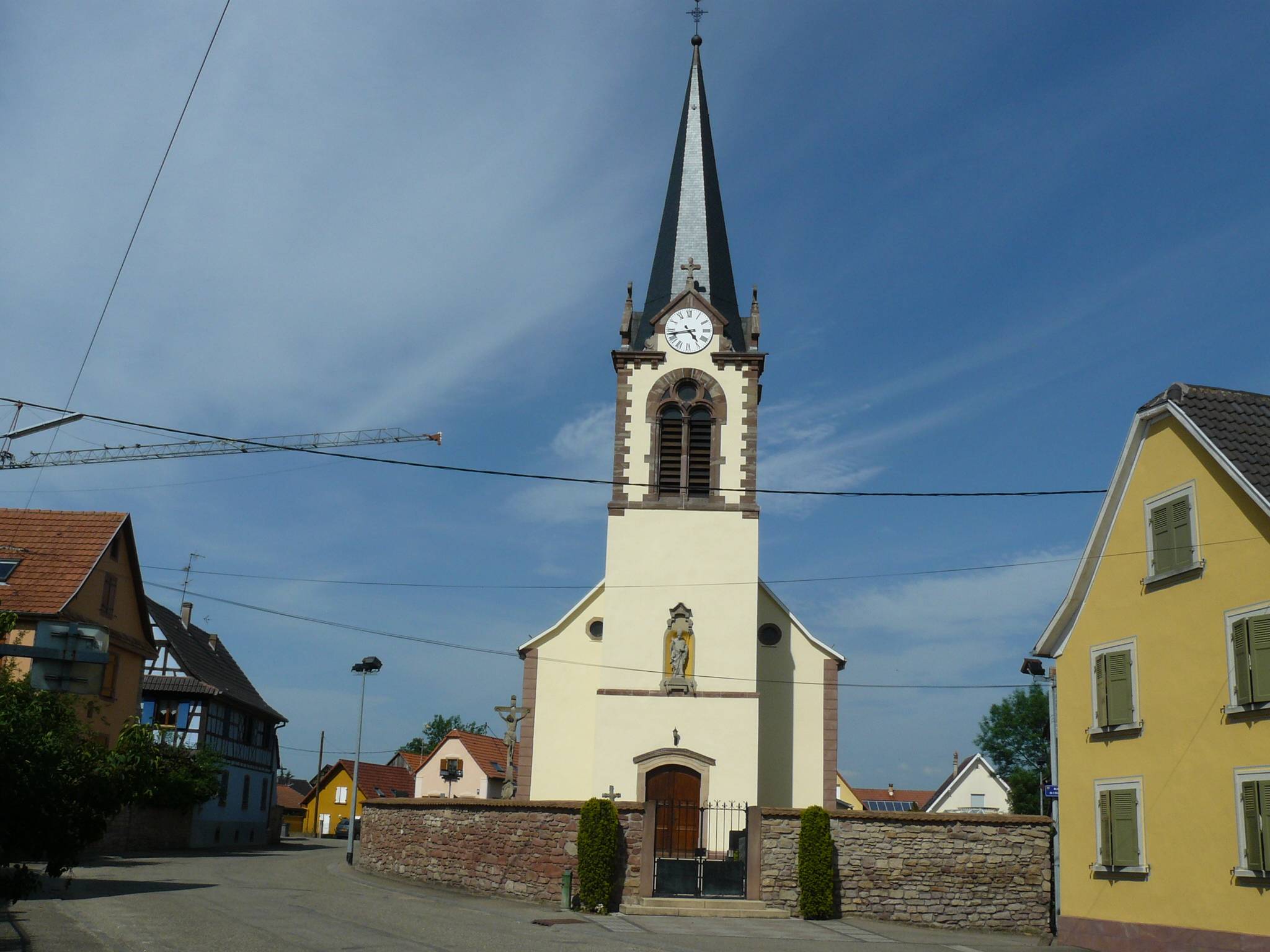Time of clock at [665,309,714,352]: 4:42
